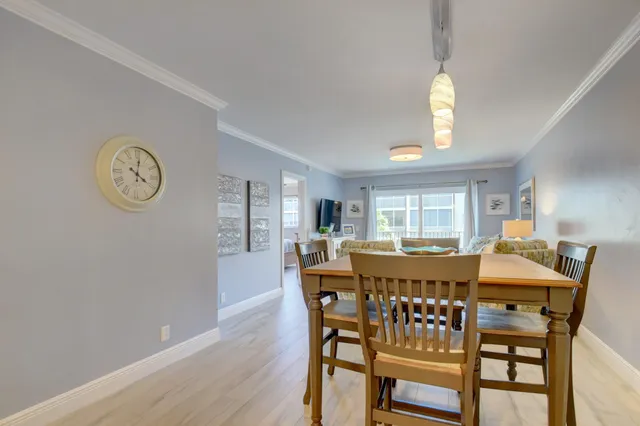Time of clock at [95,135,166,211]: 4:01
